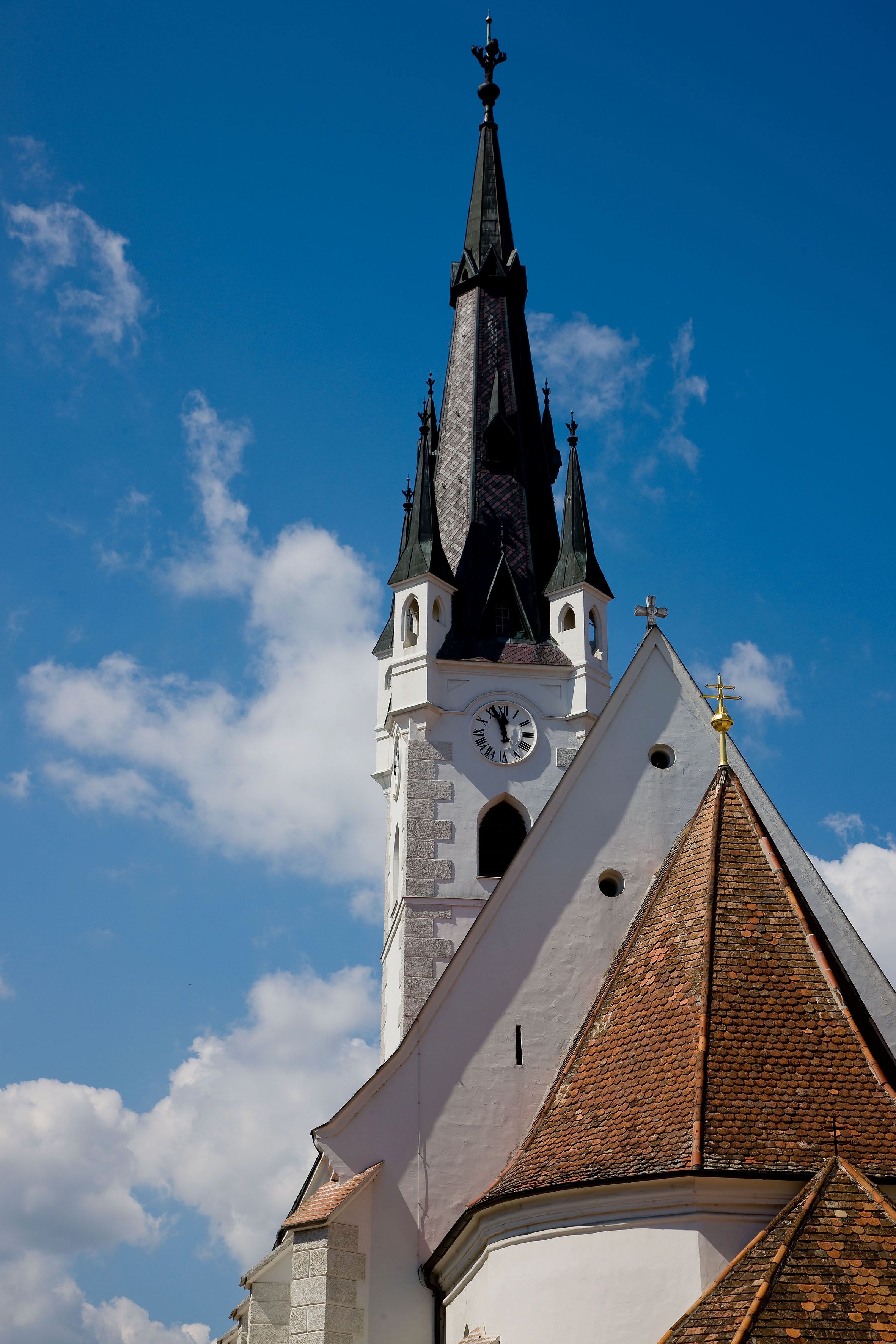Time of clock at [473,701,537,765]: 11:56
